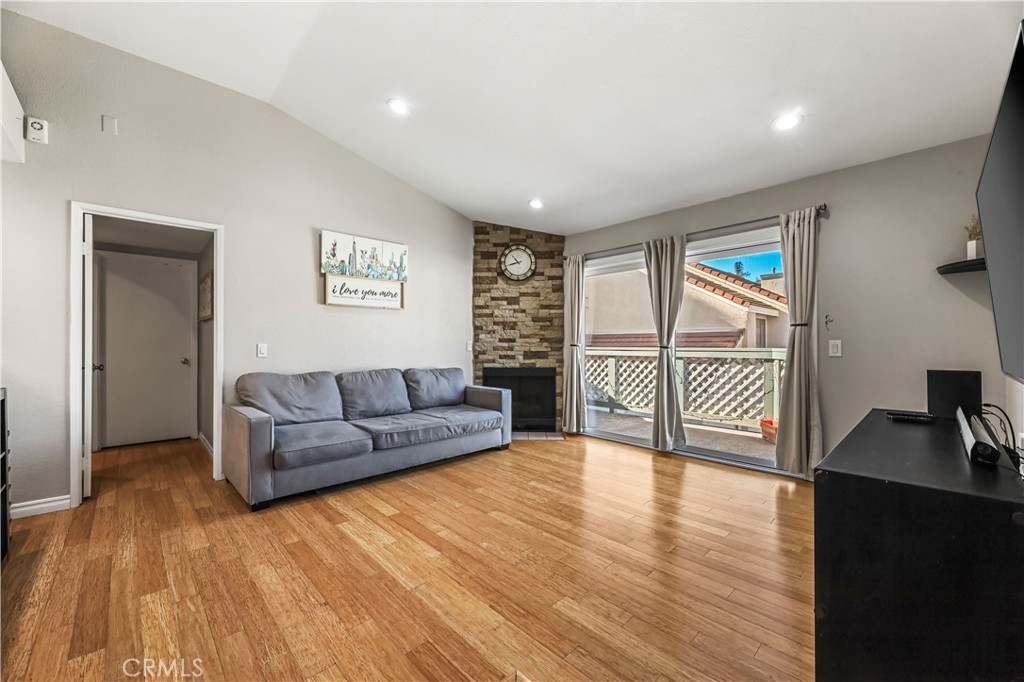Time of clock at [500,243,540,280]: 10:42
